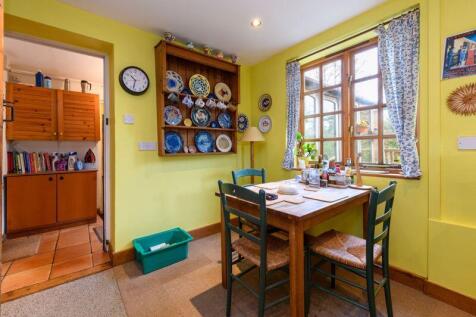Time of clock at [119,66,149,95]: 10:32
